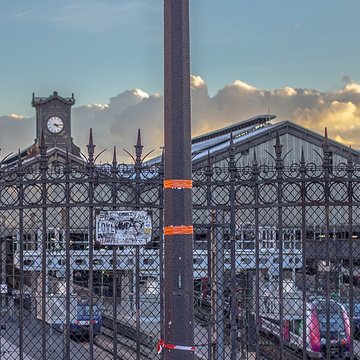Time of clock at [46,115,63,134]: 4:14
